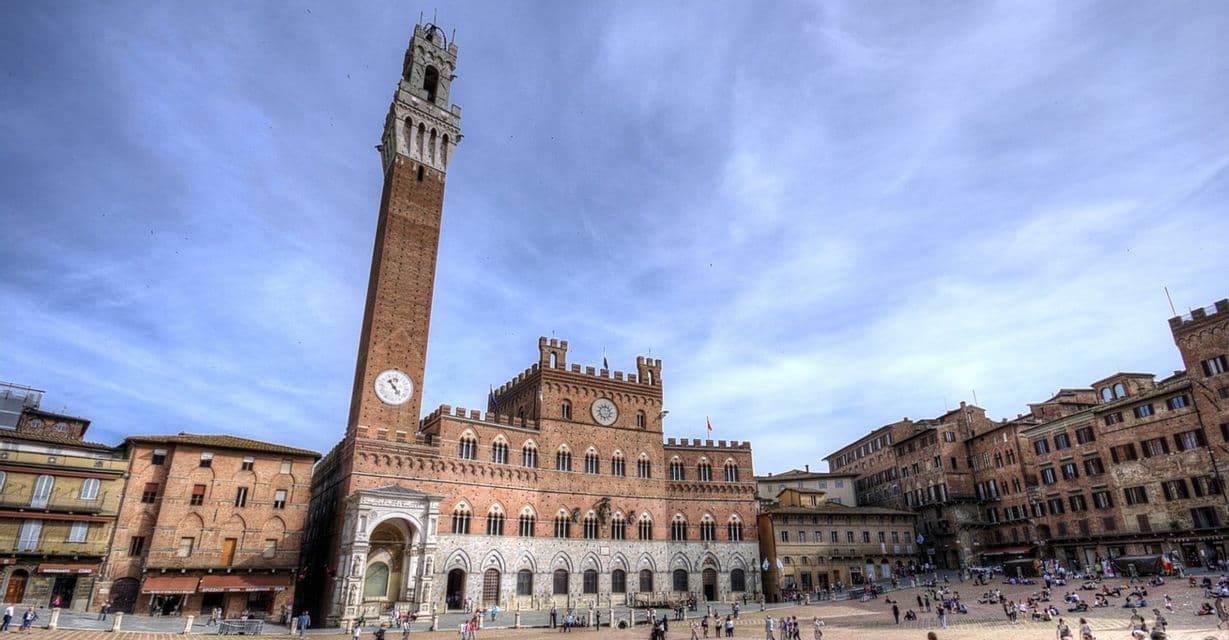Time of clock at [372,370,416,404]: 4:23
